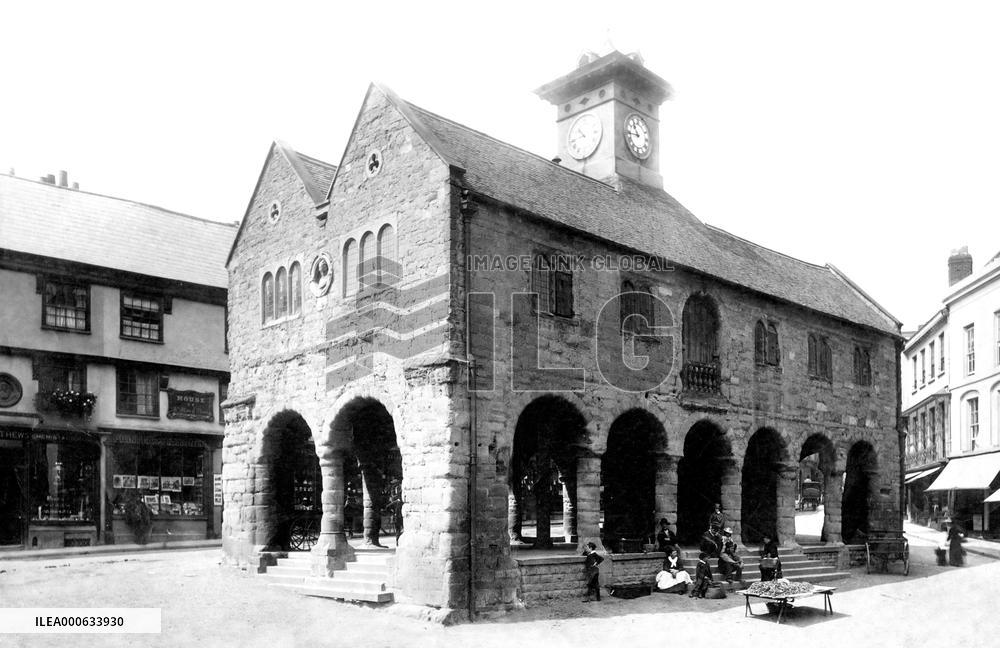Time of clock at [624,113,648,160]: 10:43
